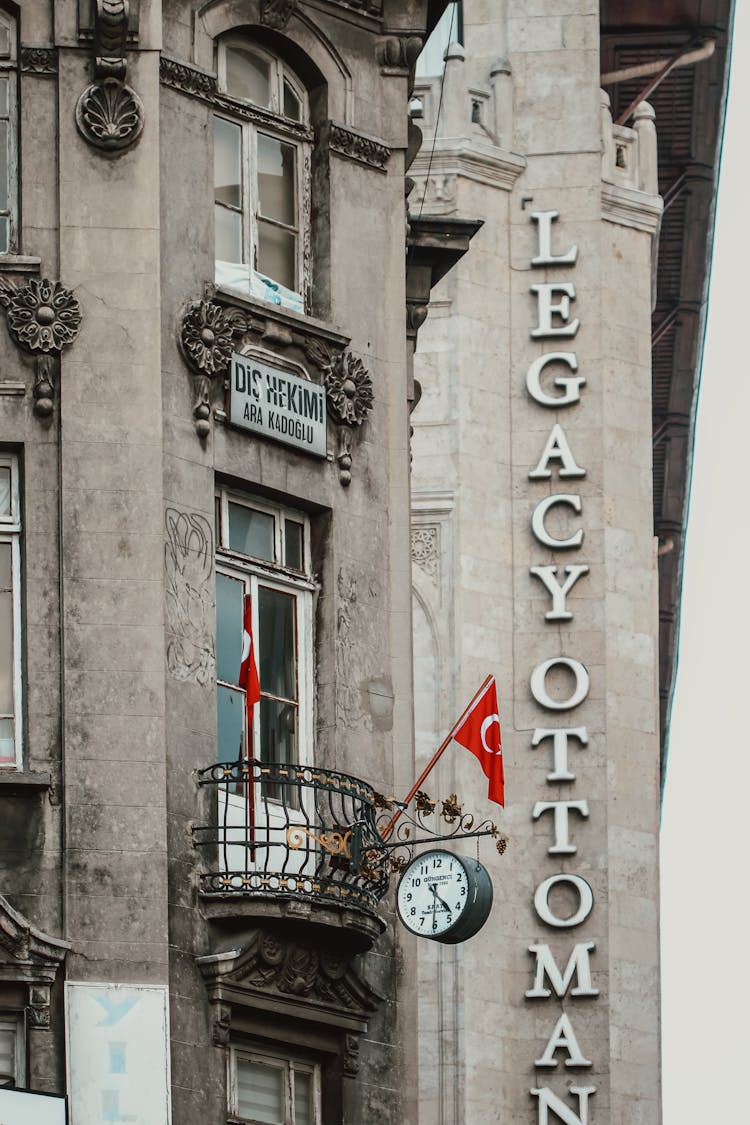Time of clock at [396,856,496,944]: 4:30
